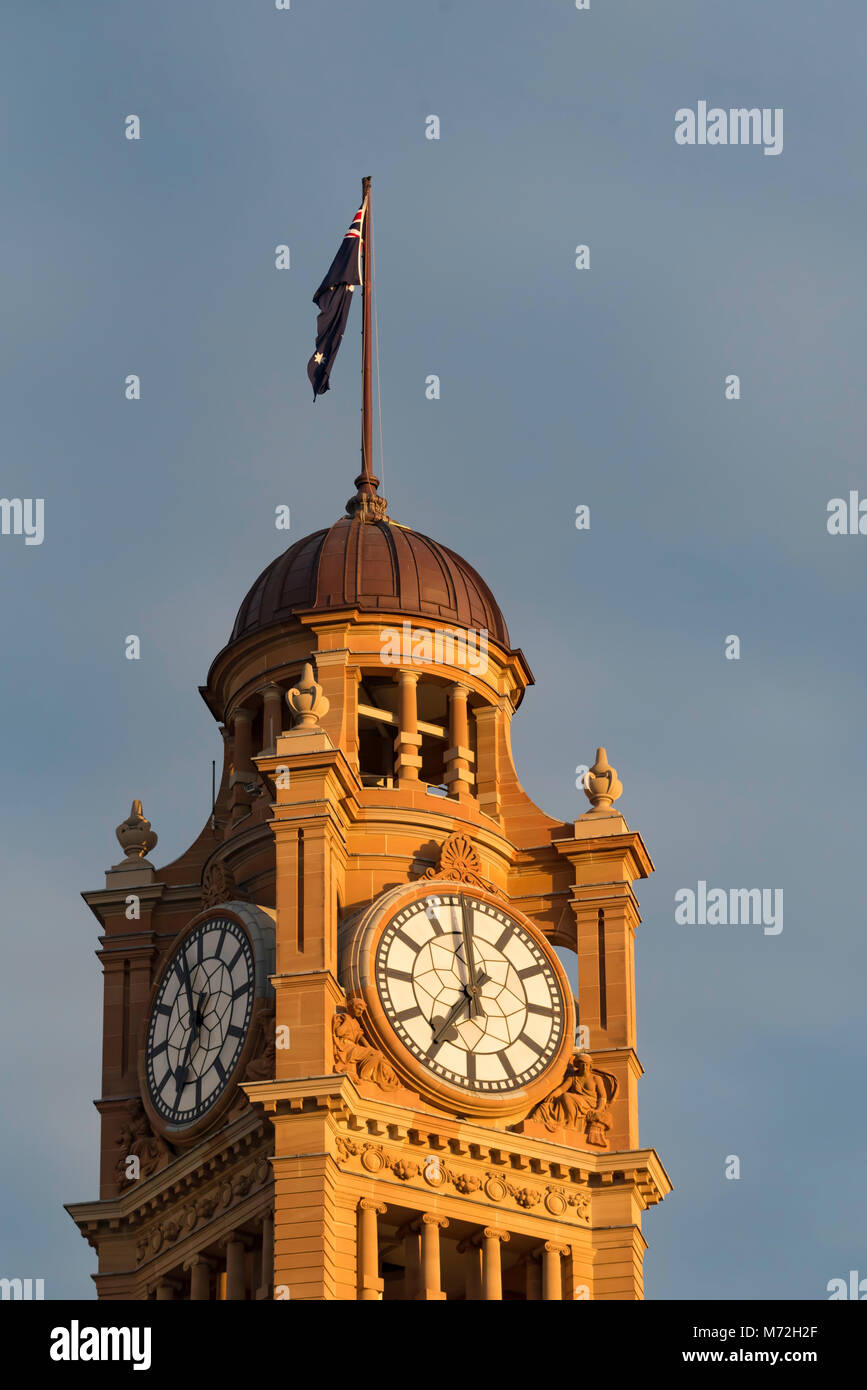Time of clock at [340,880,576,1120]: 6:59
